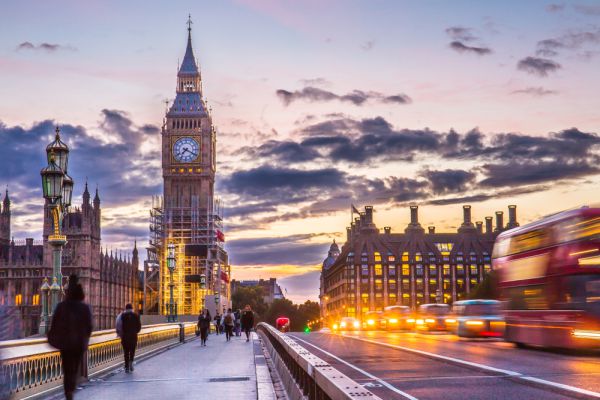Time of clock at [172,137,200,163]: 7:19
